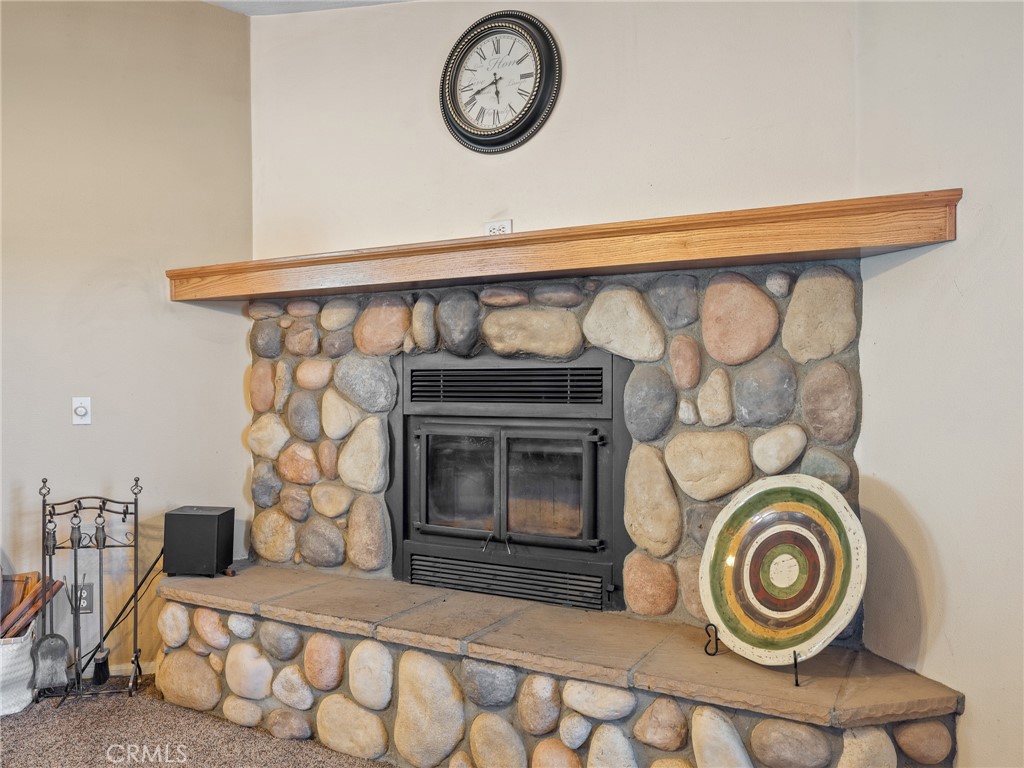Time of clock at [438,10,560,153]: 5:41
